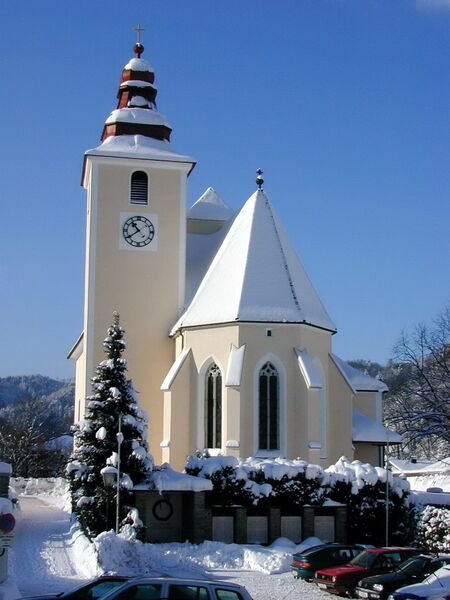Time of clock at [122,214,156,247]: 10:39
